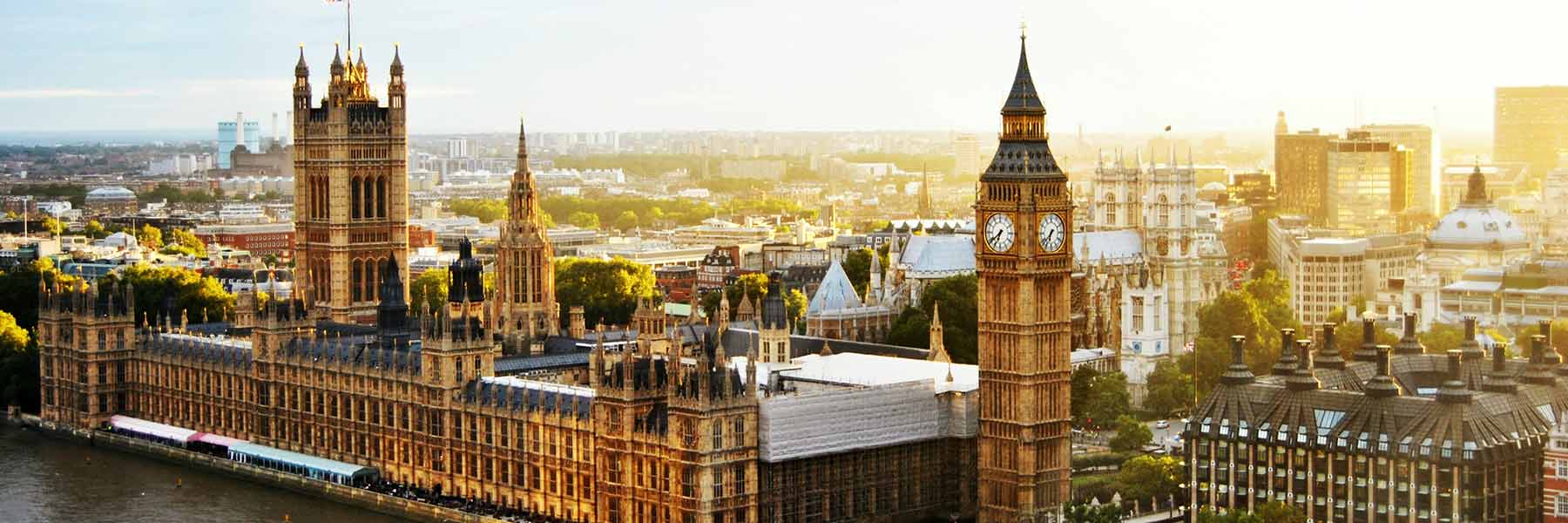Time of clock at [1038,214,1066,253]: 6:37
